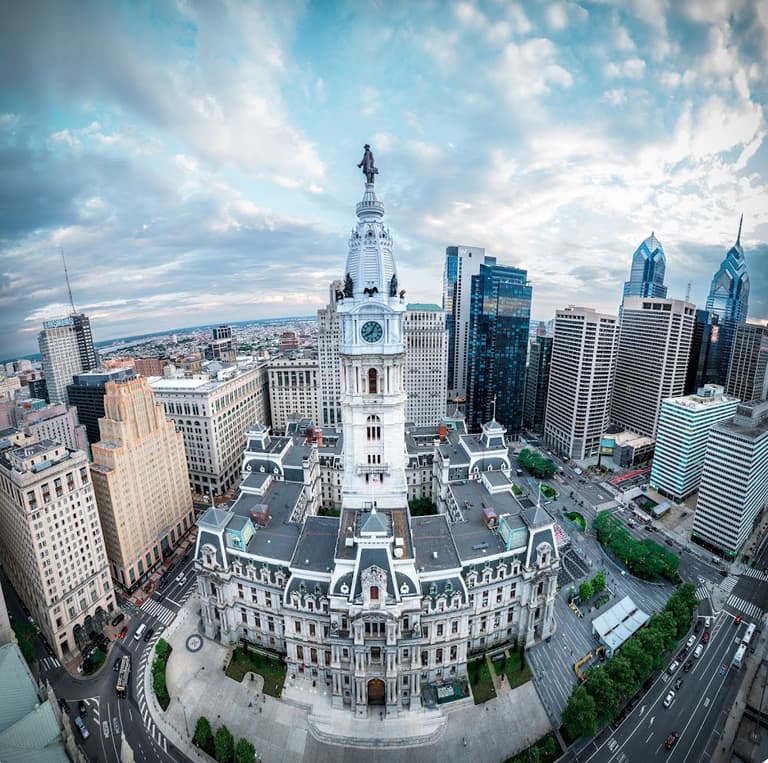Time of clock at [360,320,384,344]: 8:04
